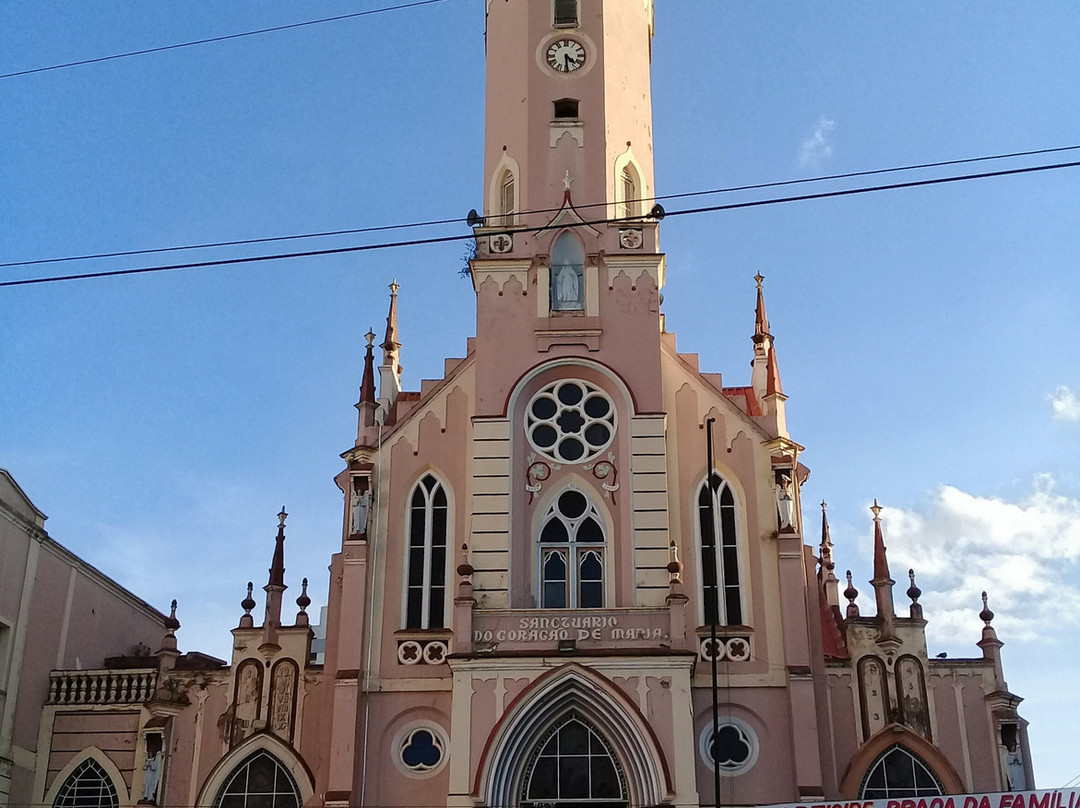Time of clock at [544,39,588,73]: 4:29
